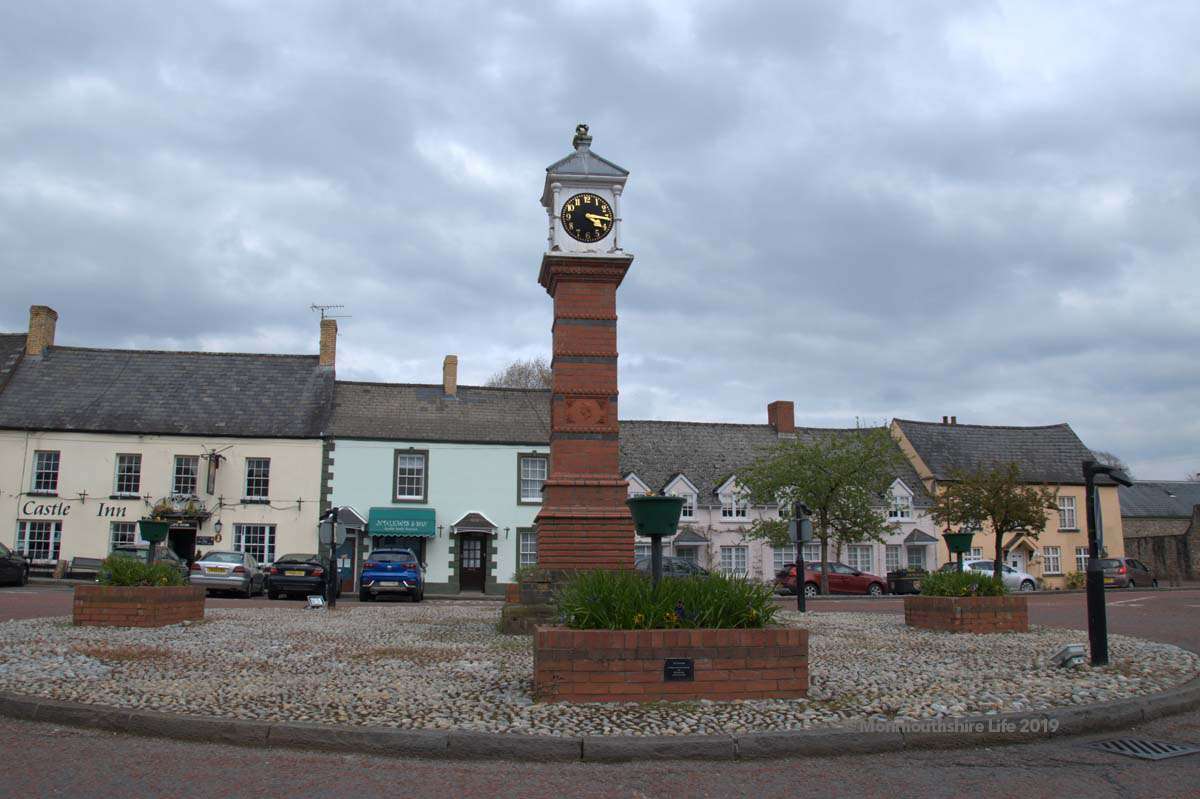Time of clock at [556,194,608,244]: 4:16
